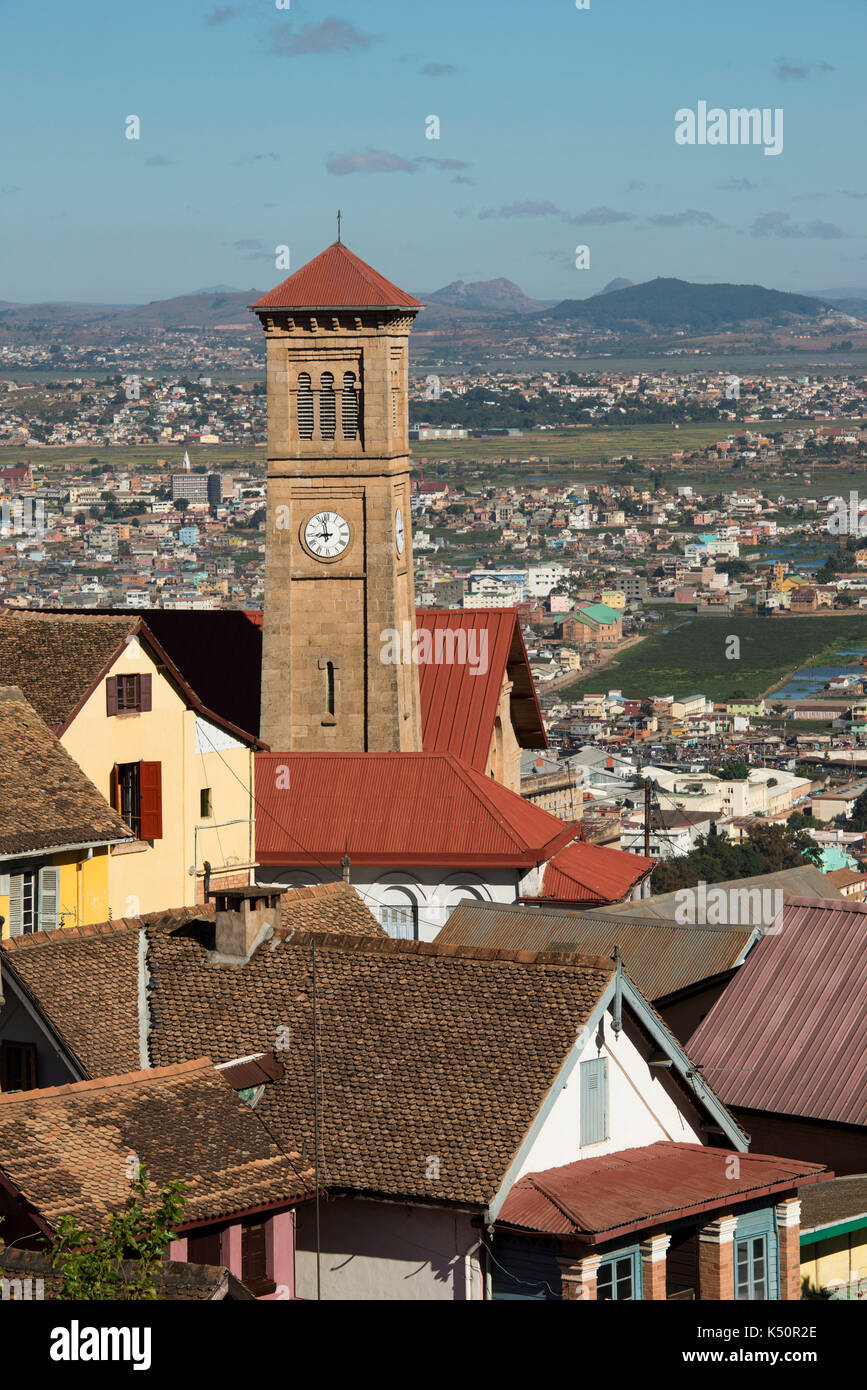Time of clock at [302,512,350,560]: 8:57
